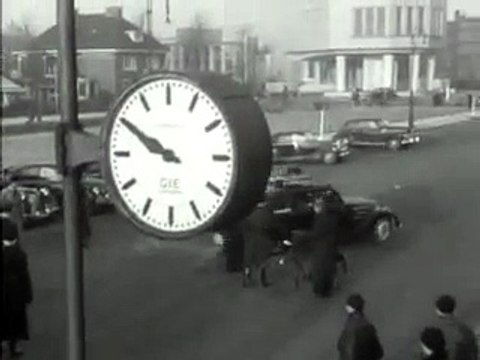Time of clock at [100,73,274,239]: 9:50
